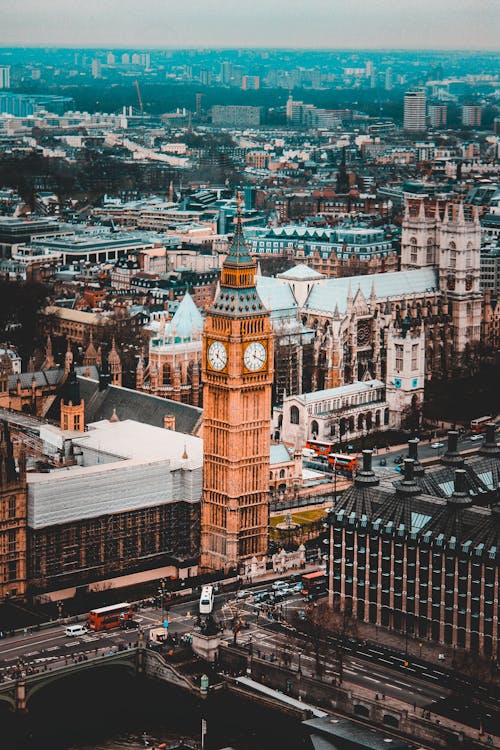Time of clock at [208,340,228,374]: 12:20
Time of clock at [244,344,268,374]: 12:19
